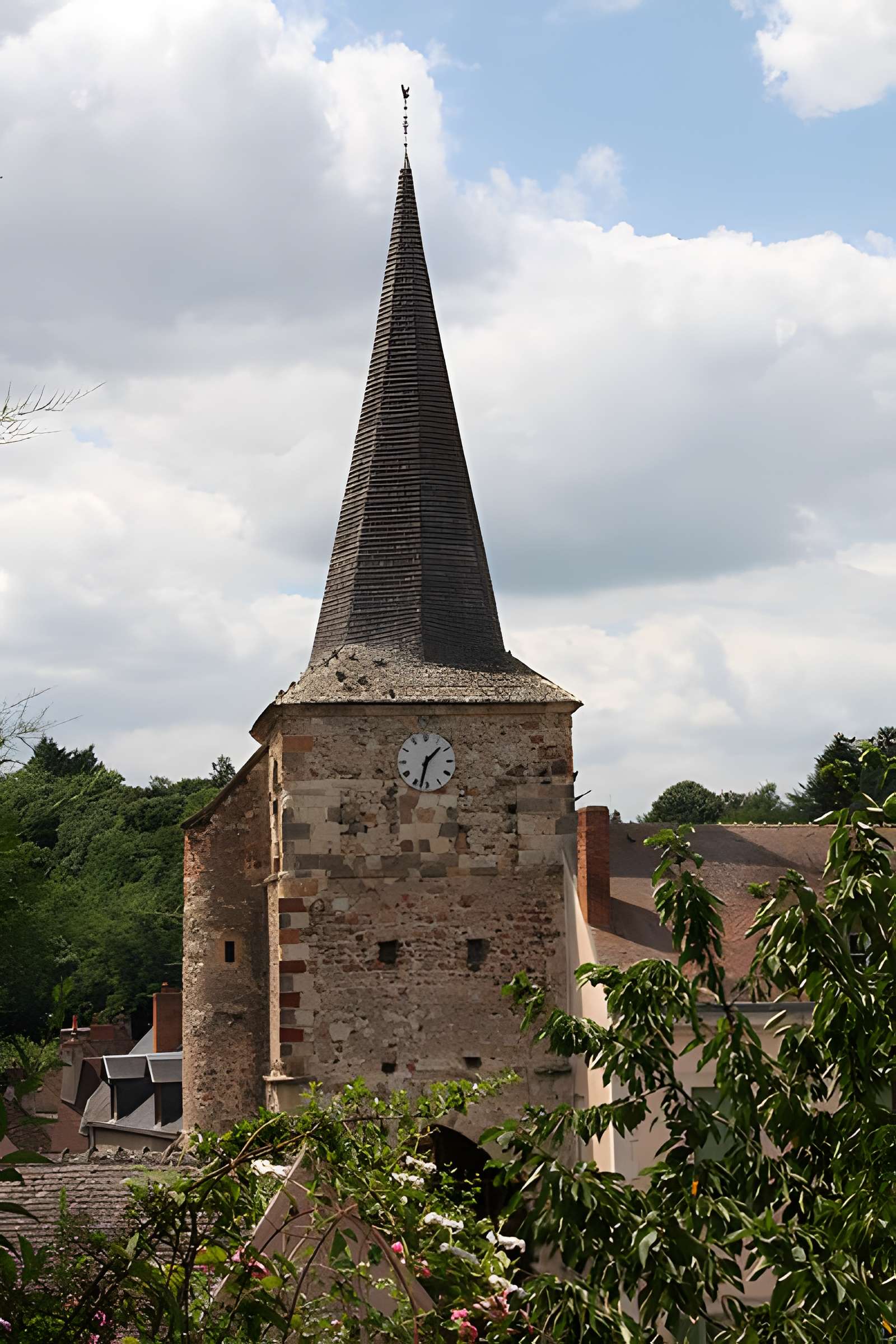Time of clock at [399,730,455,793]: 1:32
